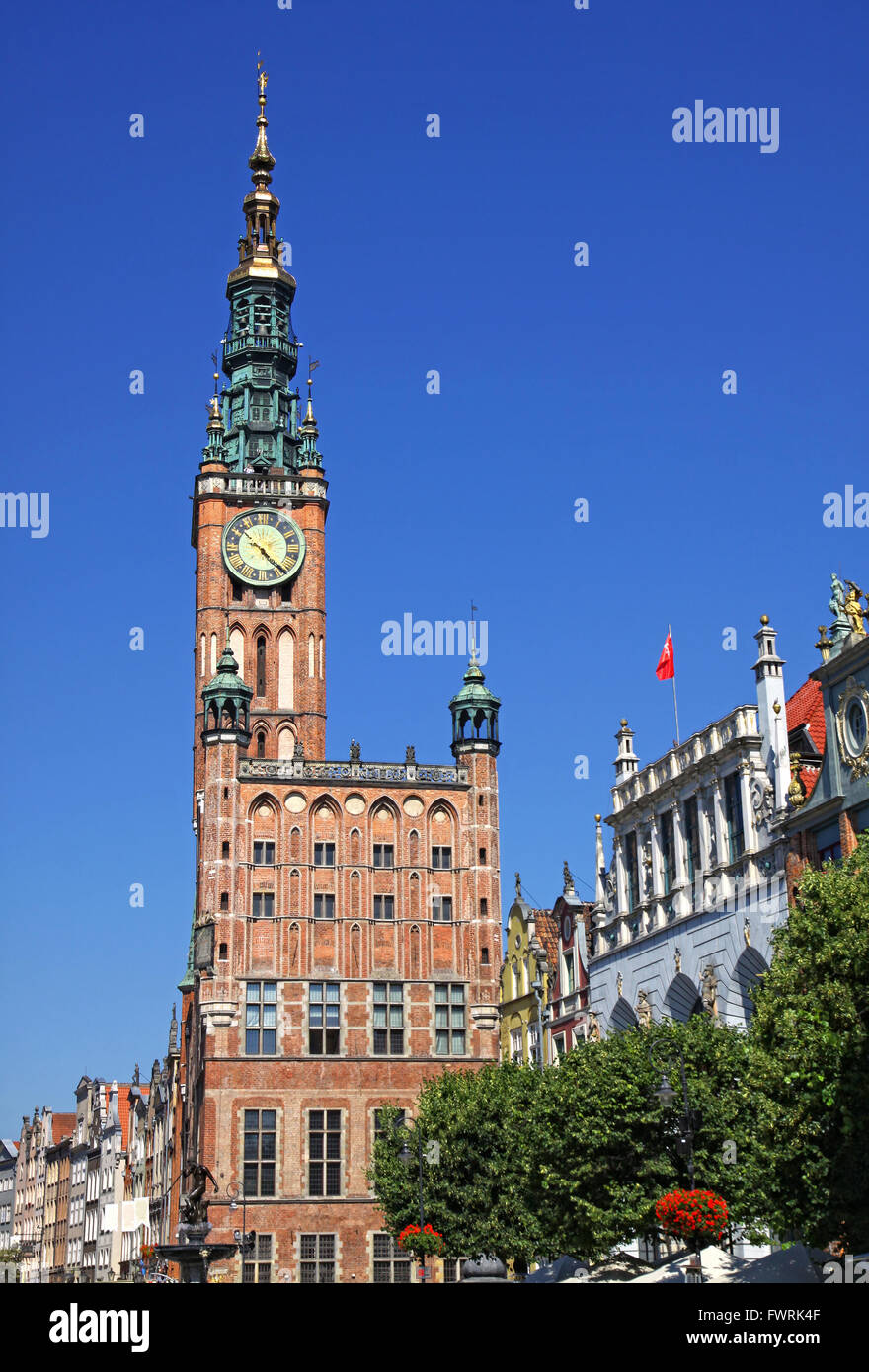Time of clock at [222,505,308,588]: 4:21
